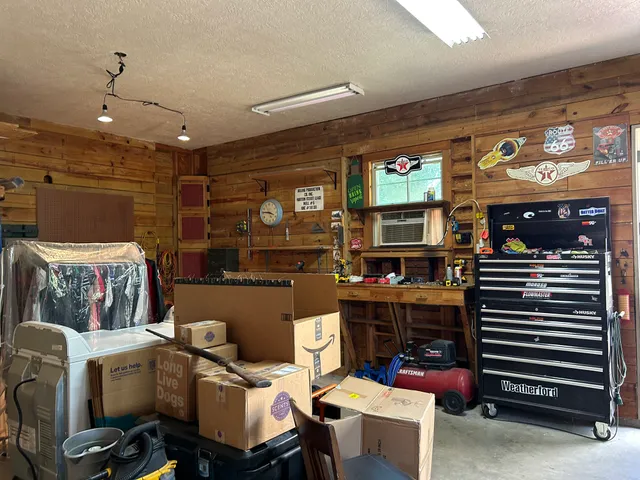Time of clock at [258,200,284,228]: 3:45
